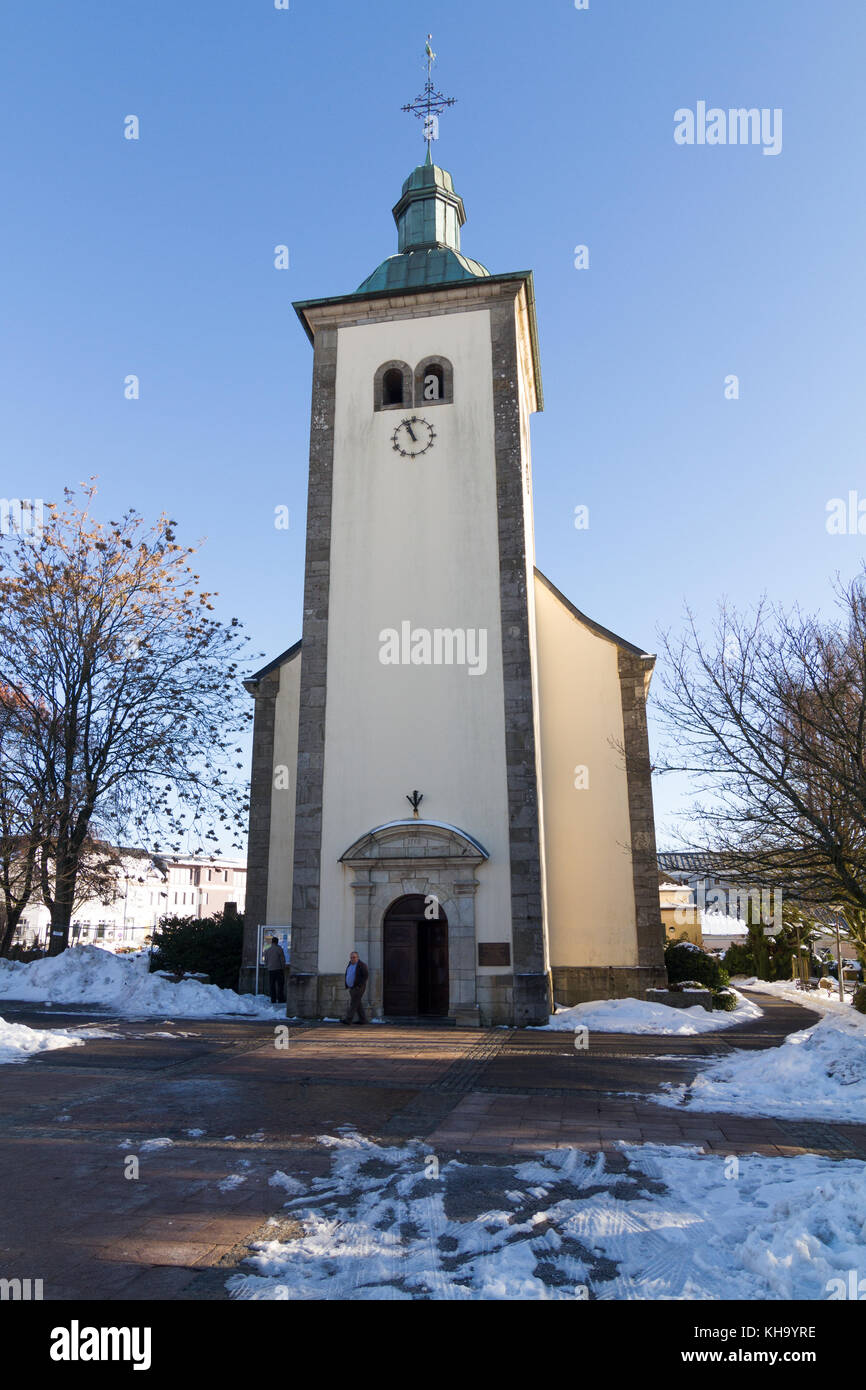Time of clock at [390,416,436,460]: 10:56
